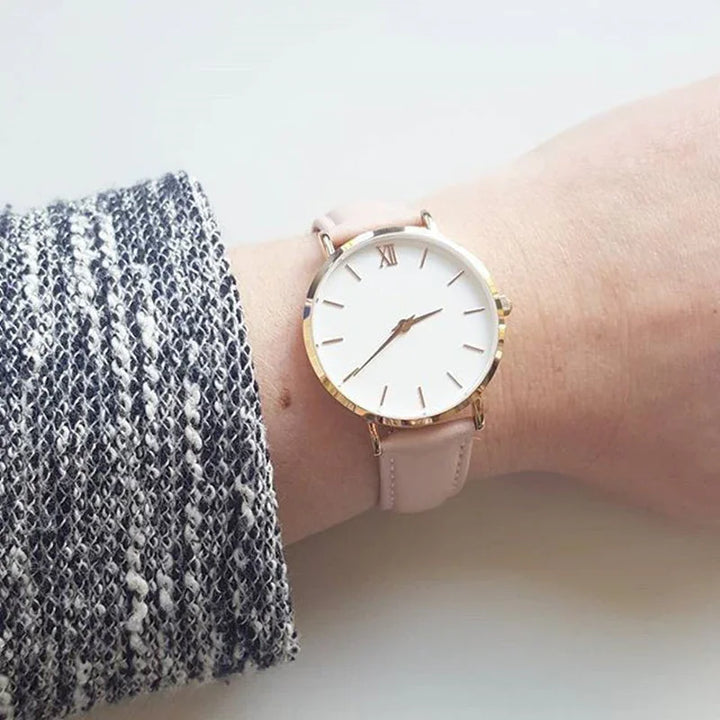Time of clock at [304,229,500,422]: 2:39
